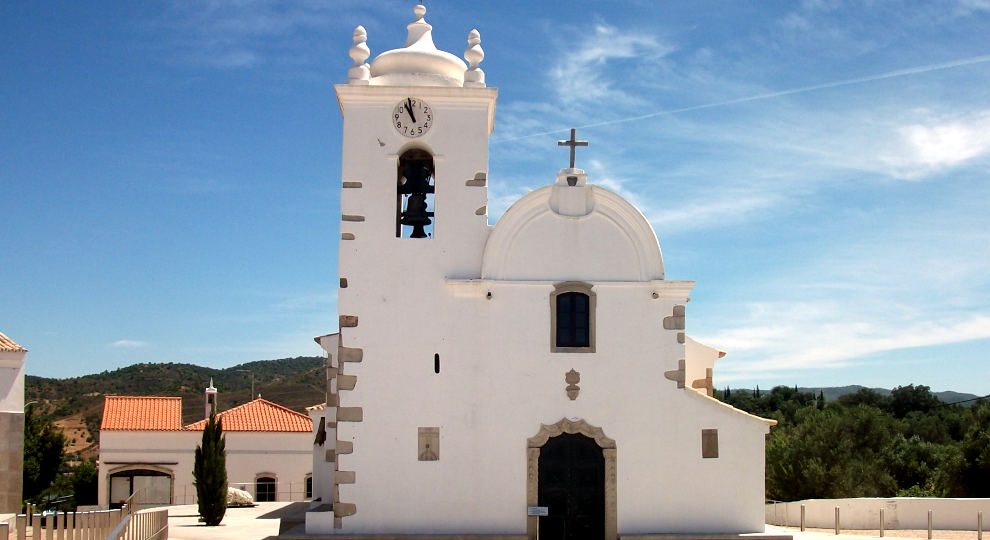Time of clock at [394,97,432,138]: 10:58
